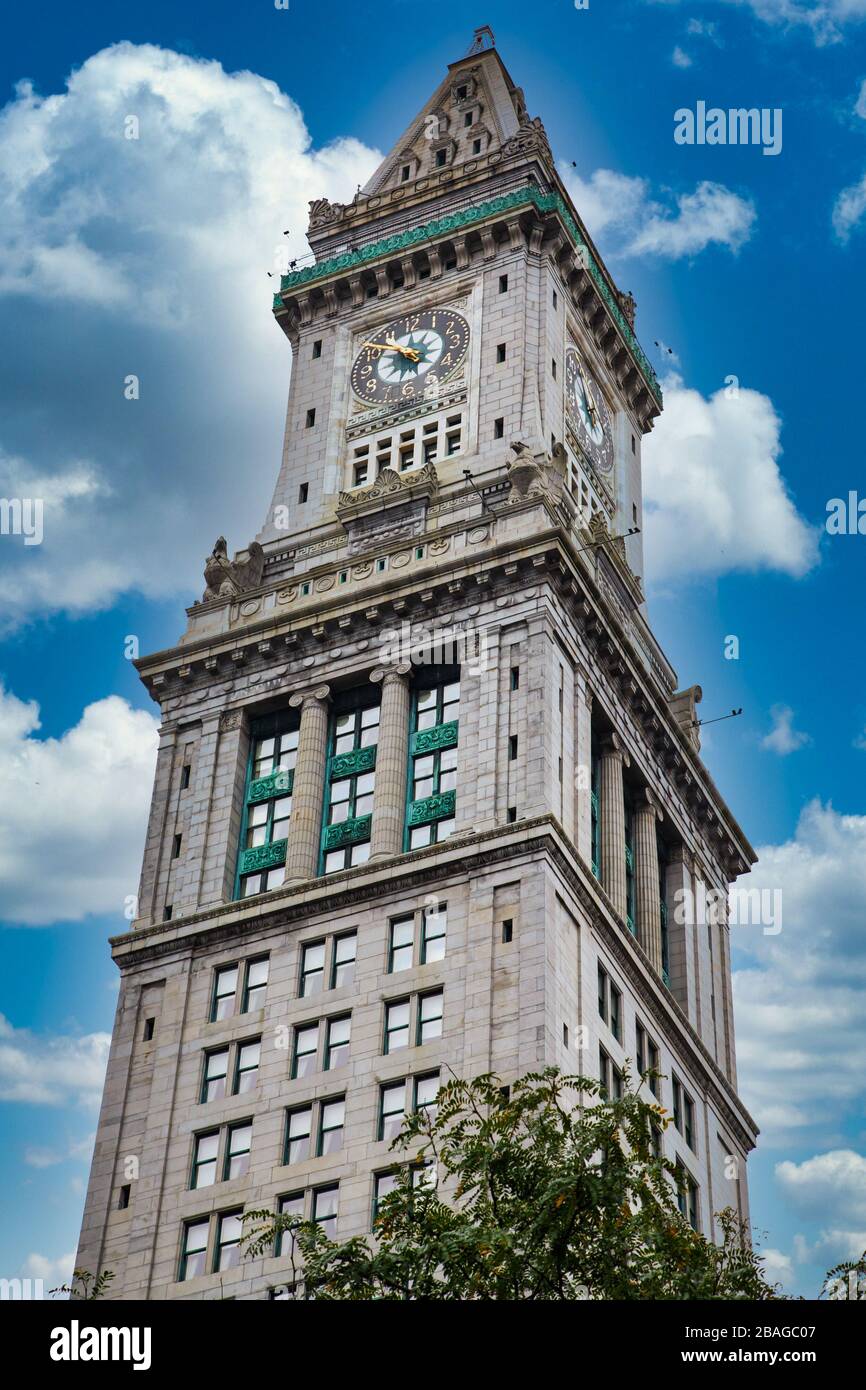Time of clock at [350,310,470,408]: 12:52
